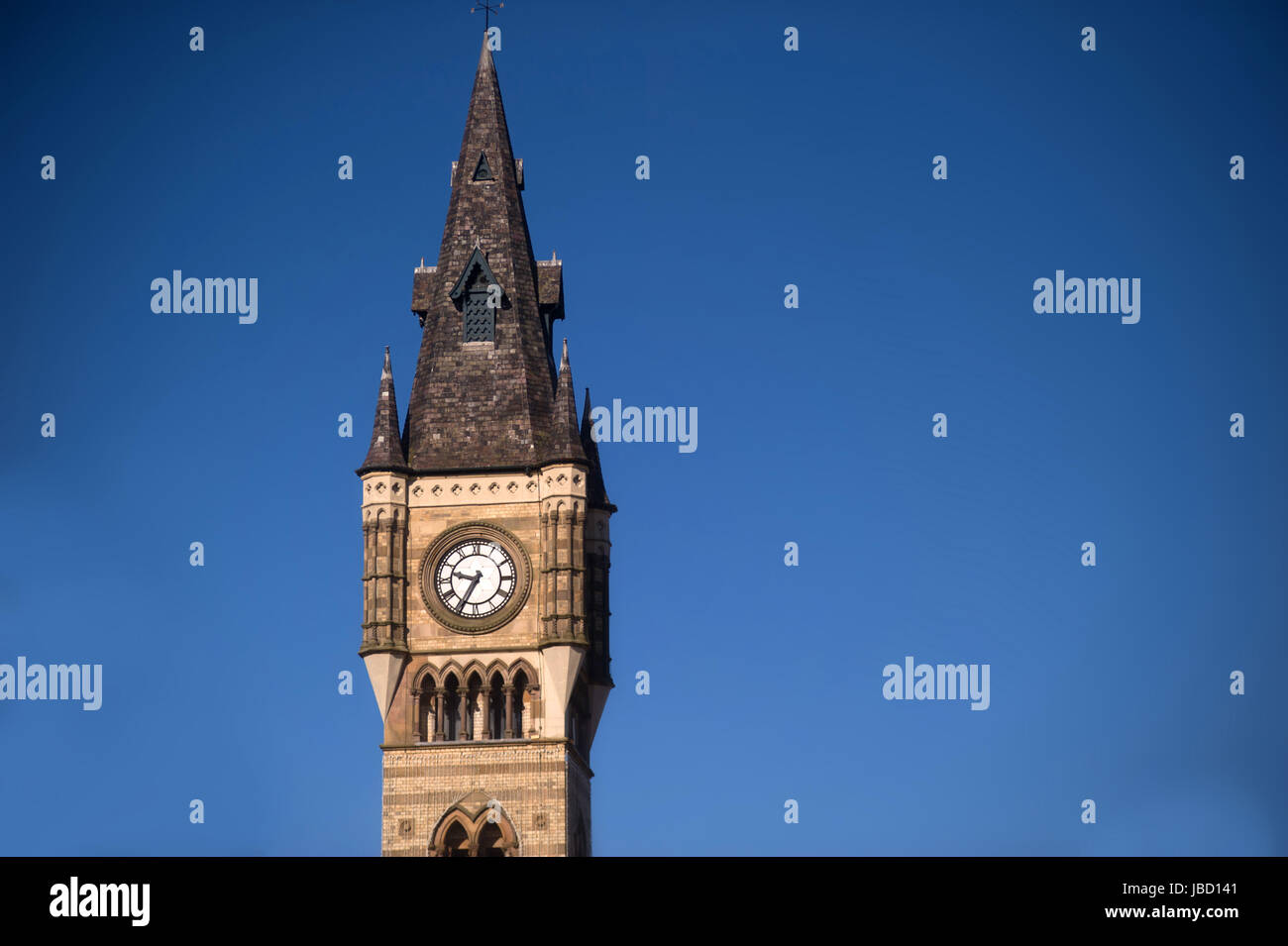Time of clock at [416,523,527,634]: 9:34
